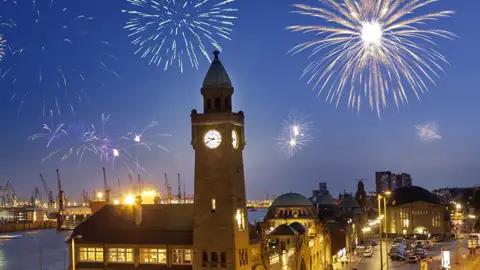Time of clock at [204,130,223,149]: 9:40
